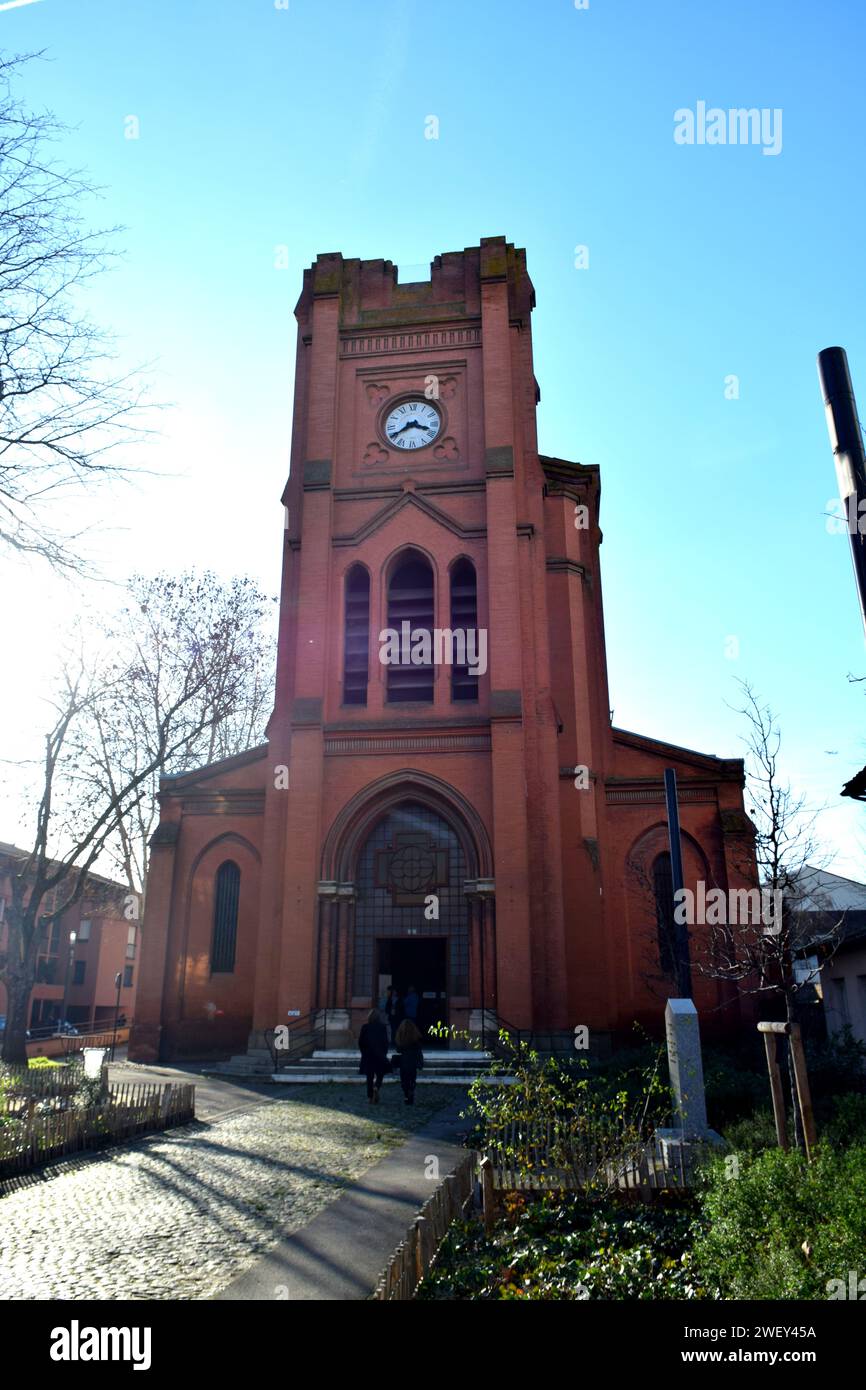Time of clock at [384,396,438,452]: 3:40
